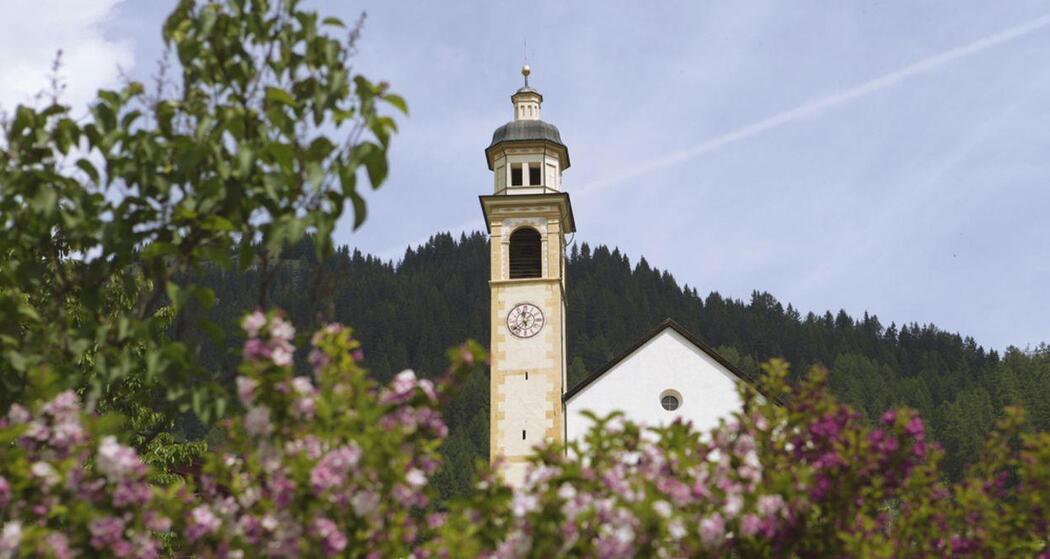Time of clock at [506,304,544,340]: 11:37
